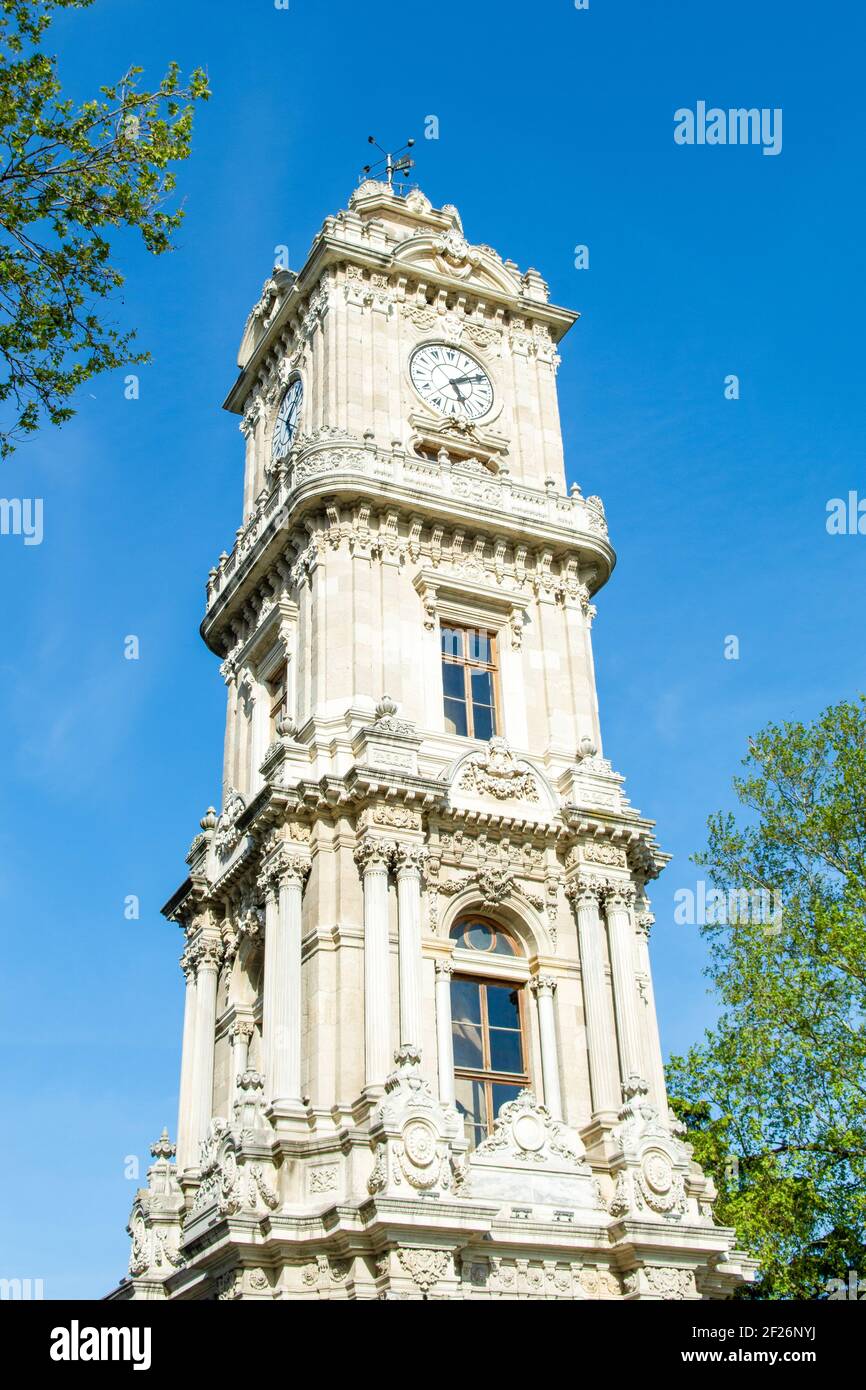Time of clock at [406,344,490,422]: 5:10
